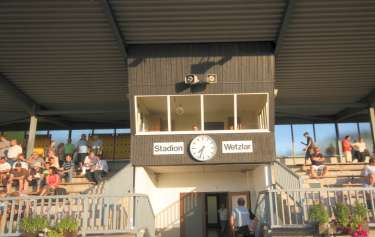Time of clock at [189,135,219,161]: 7:33
